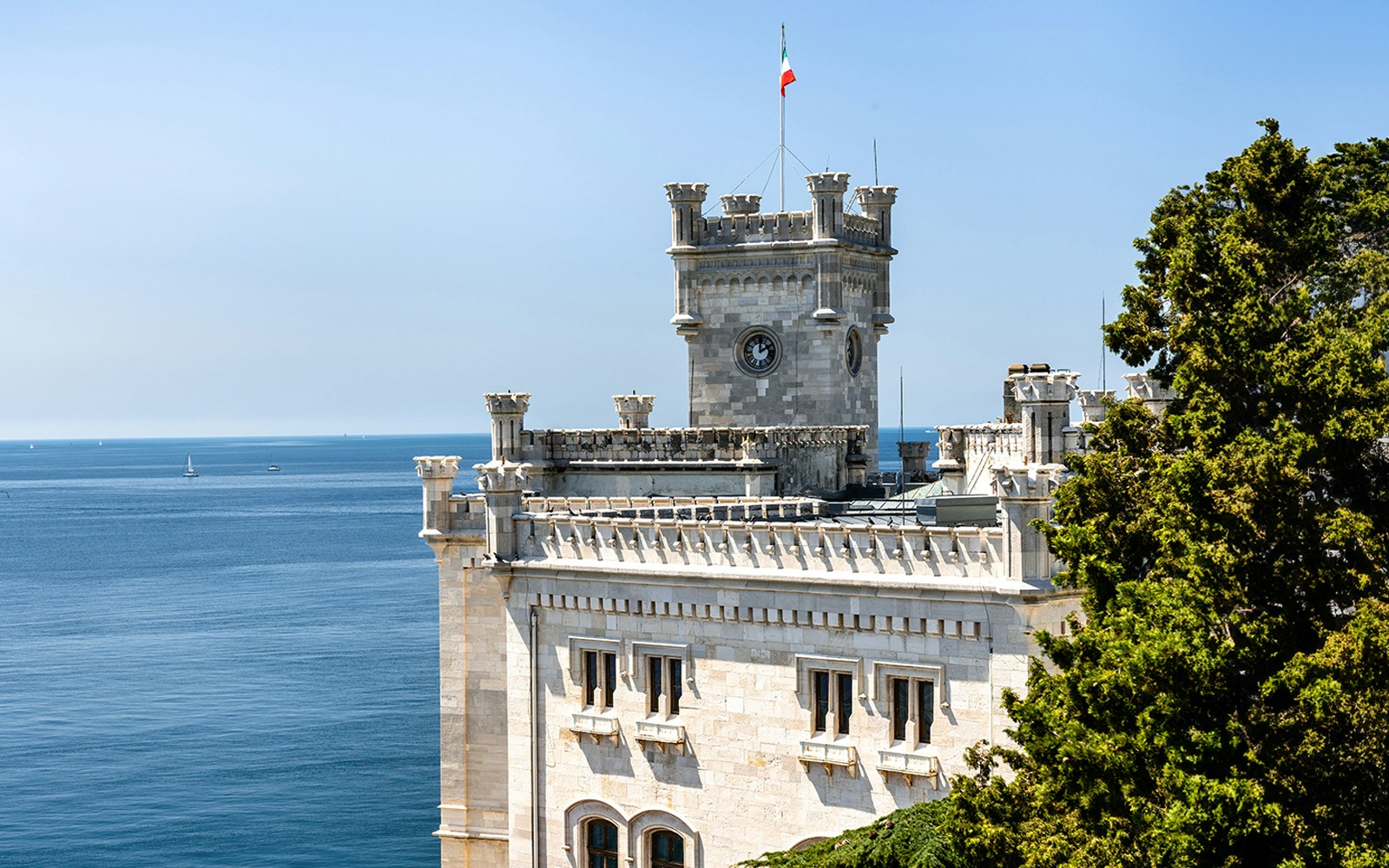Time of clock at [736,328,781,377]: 2:00
